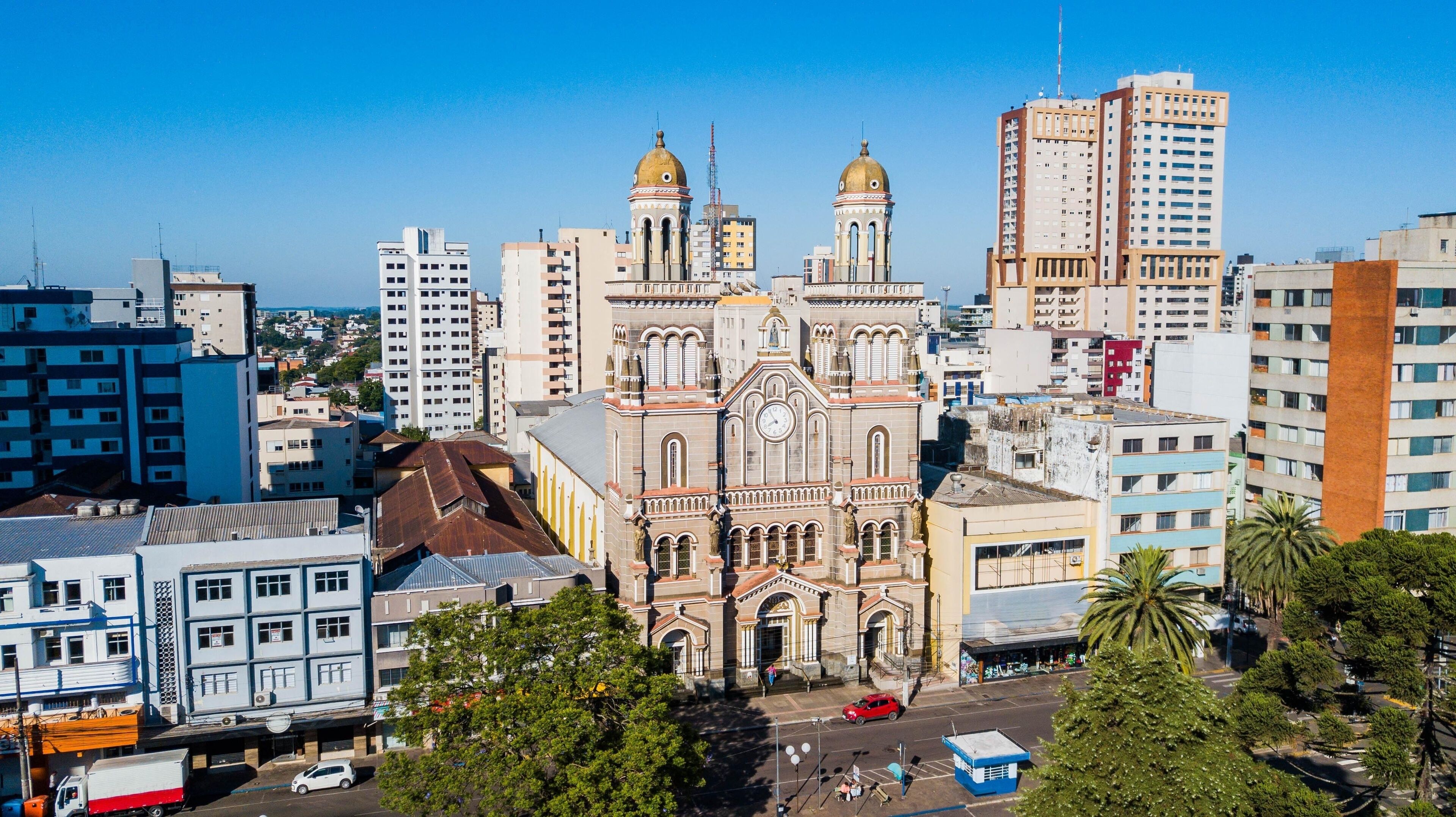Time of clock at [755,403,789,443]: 7:54
